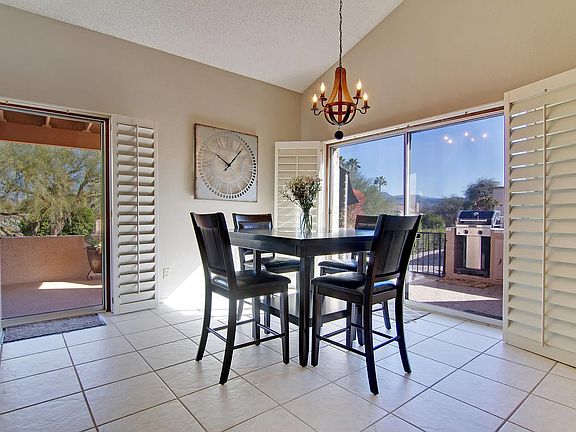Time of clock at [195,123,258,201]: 10:06
